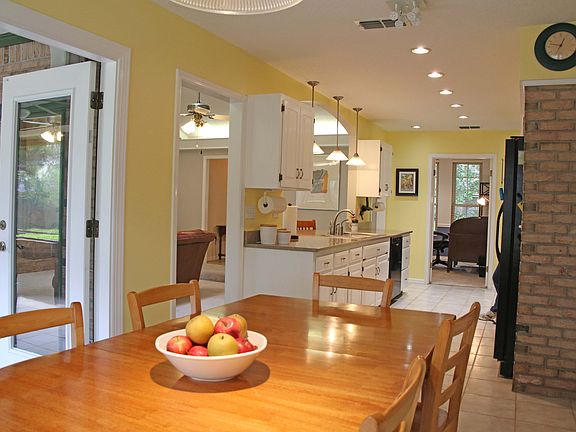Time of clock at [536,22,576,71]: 12:47
